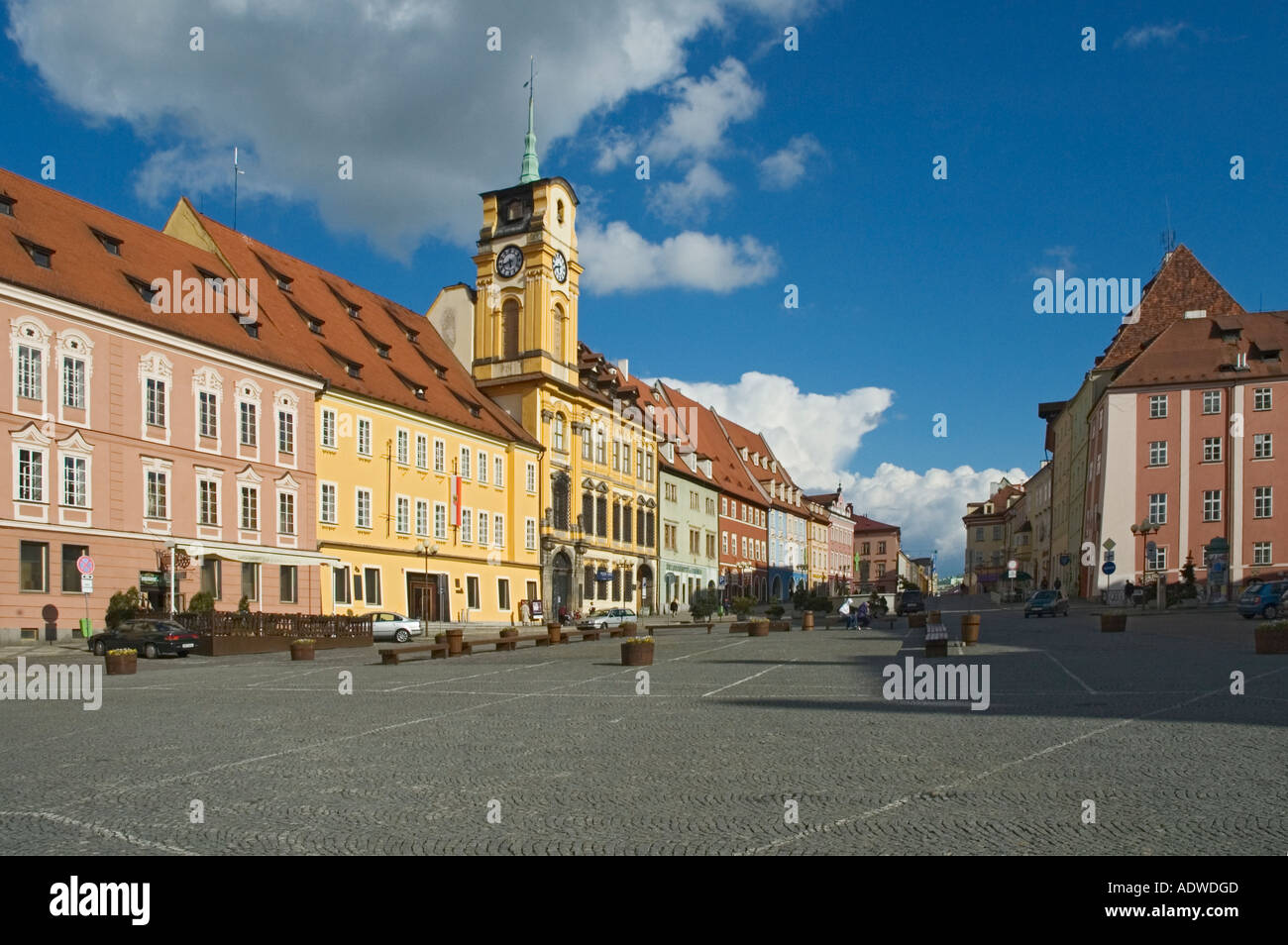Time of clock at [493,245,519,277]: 5:42
